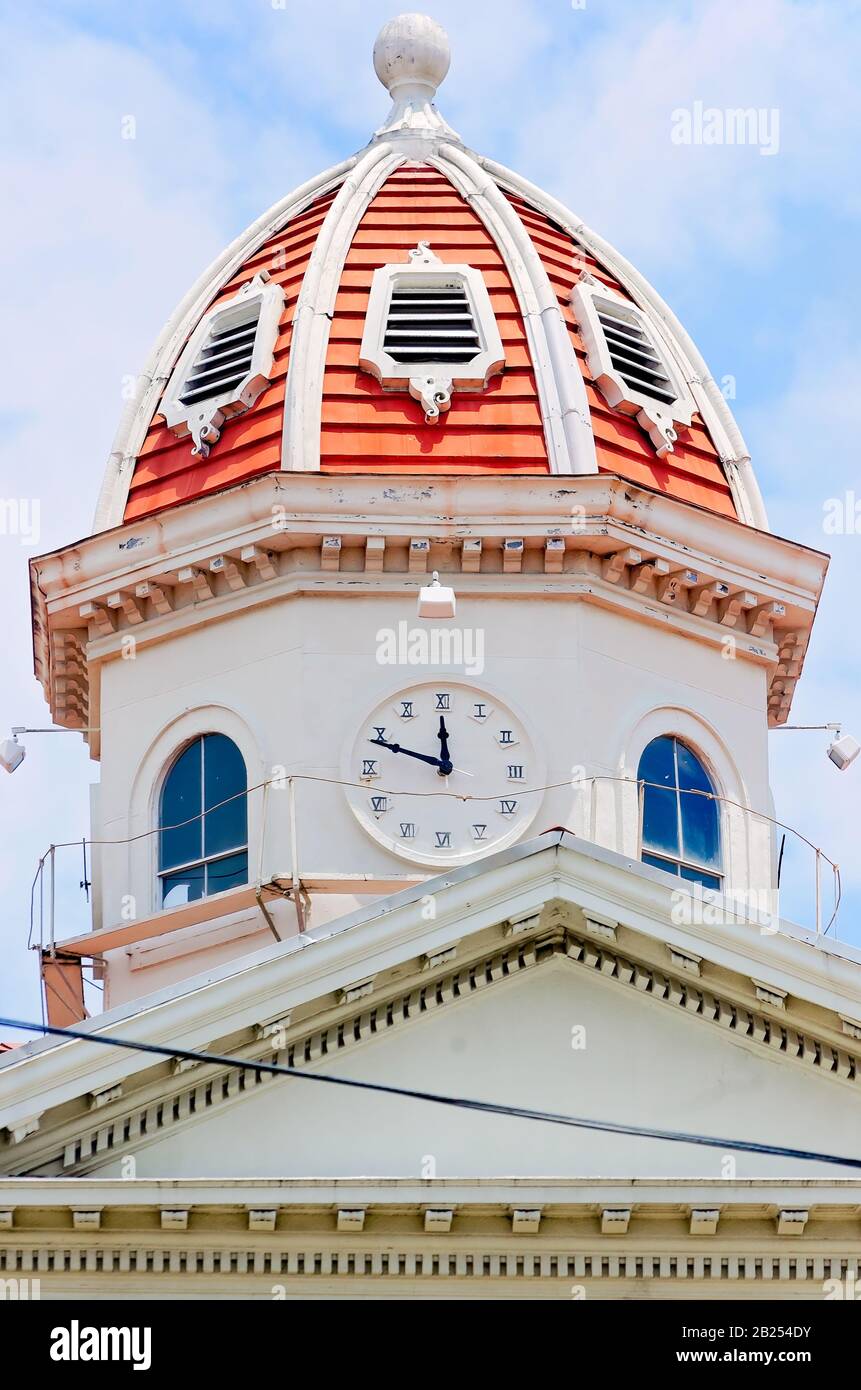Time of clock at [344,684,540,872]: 11:48
